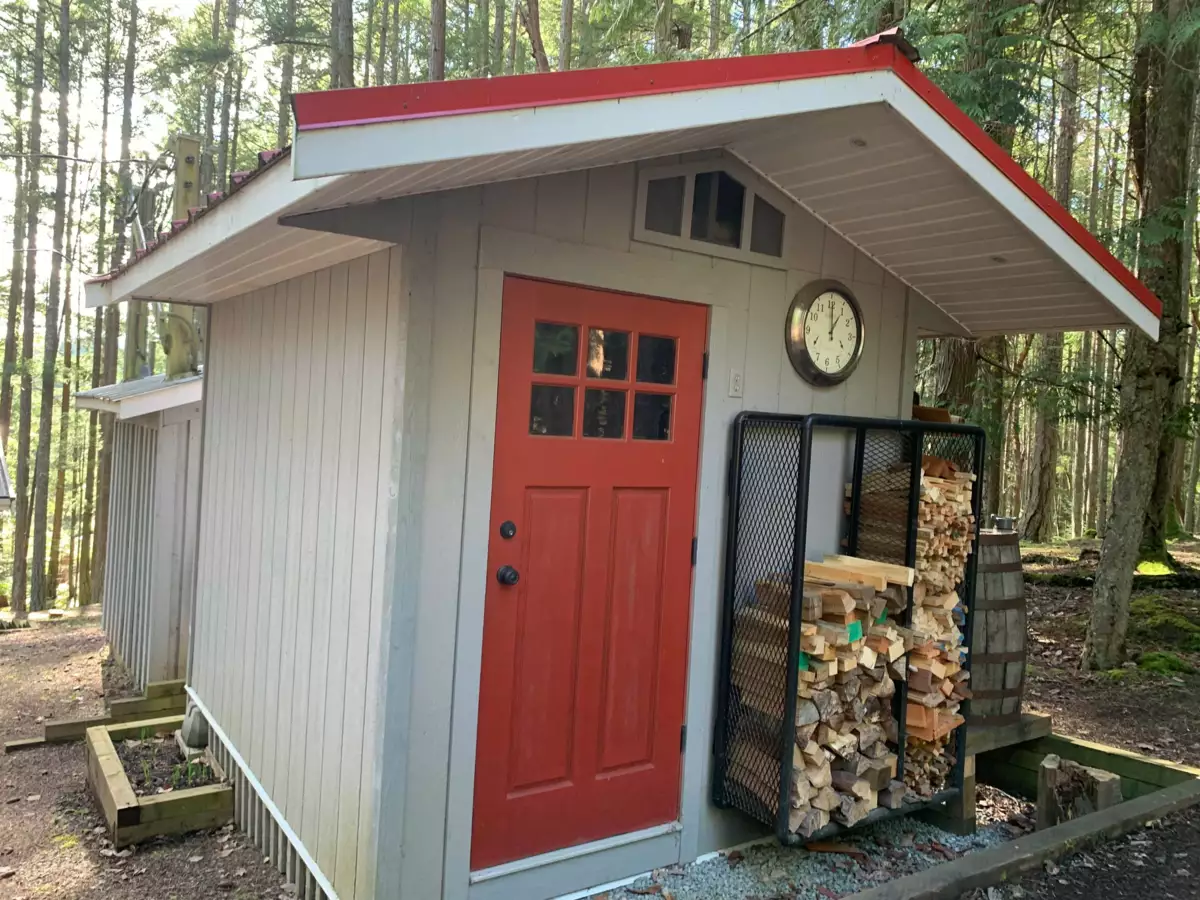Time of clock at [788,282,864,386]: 1:00
